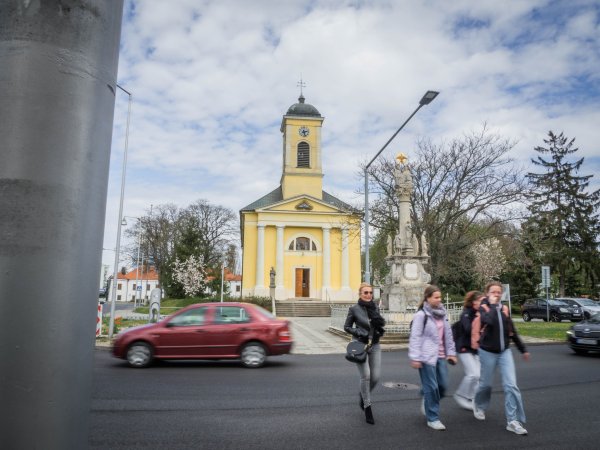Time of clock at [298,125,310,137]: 2:27
